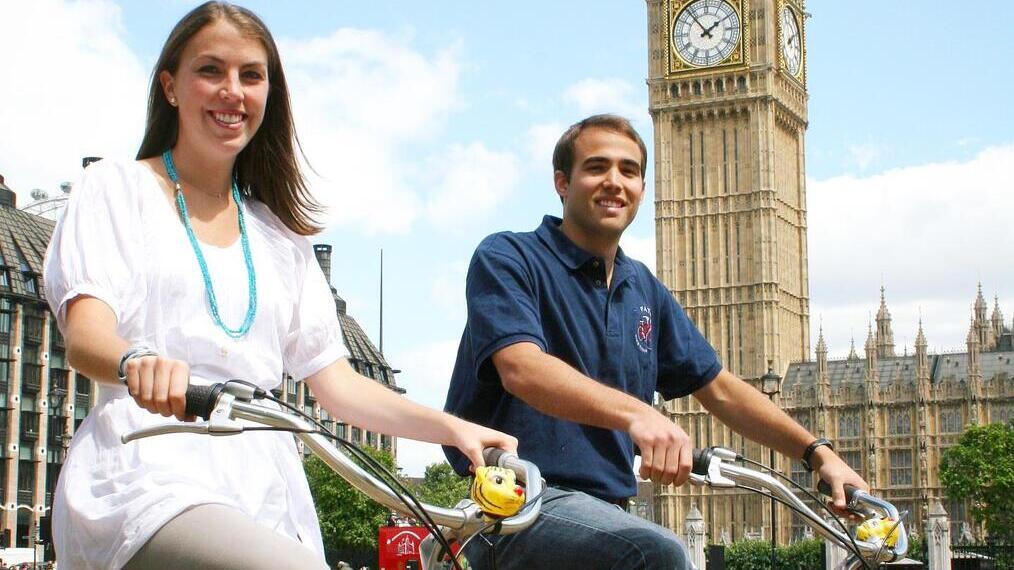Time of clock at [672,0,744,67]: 1:53
